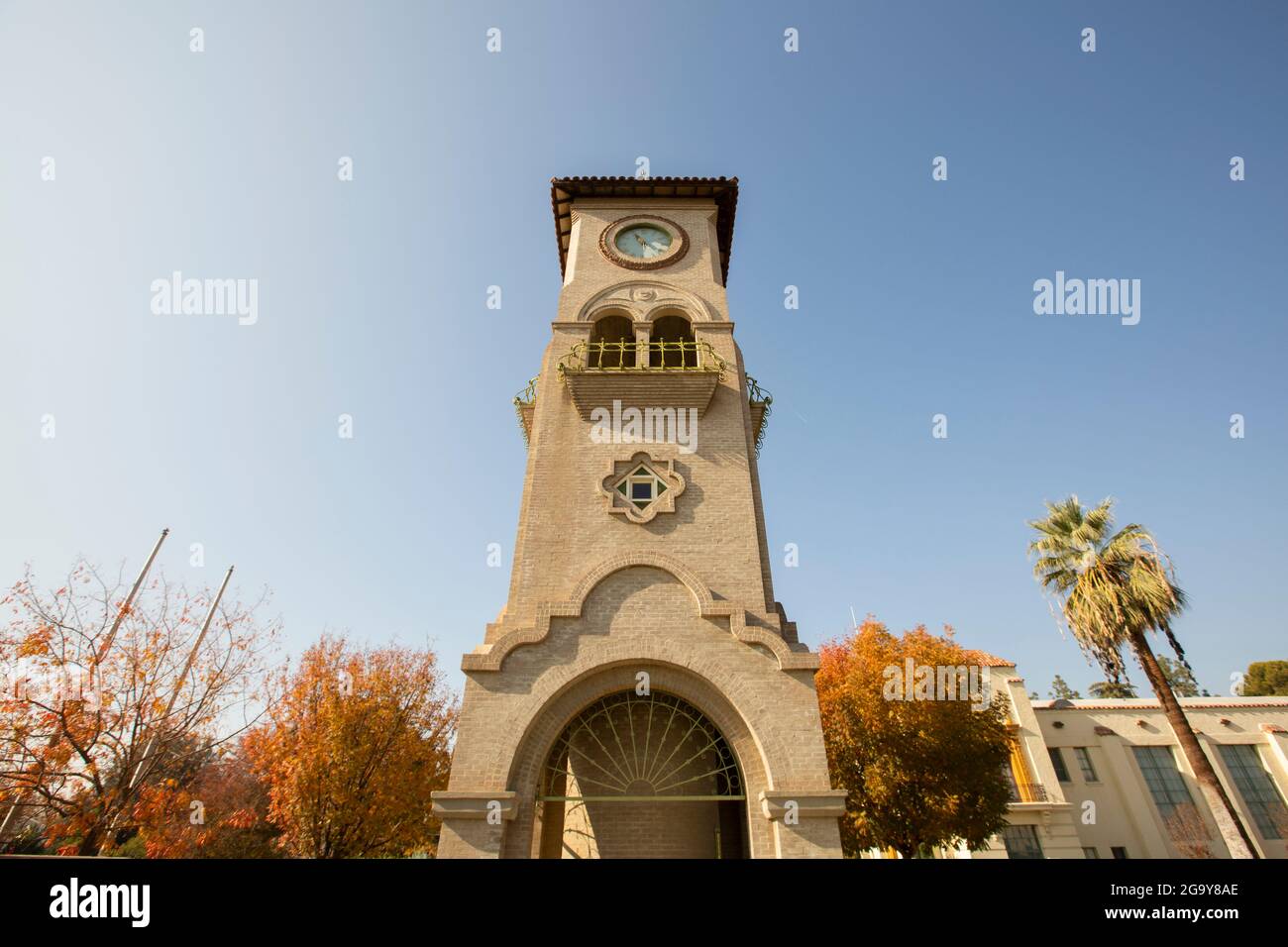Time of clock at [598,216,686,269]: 11:21
